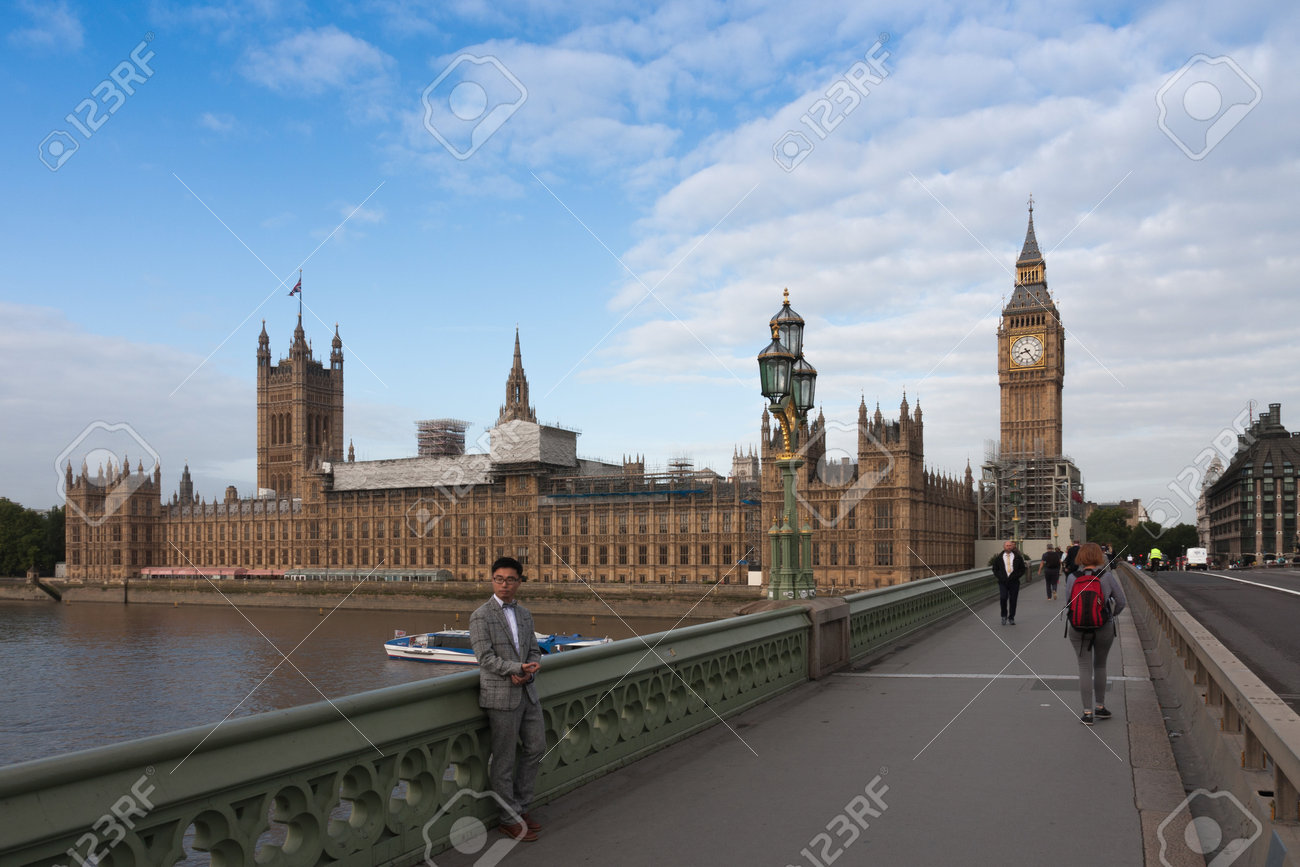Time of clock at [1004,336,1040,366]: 8:24
